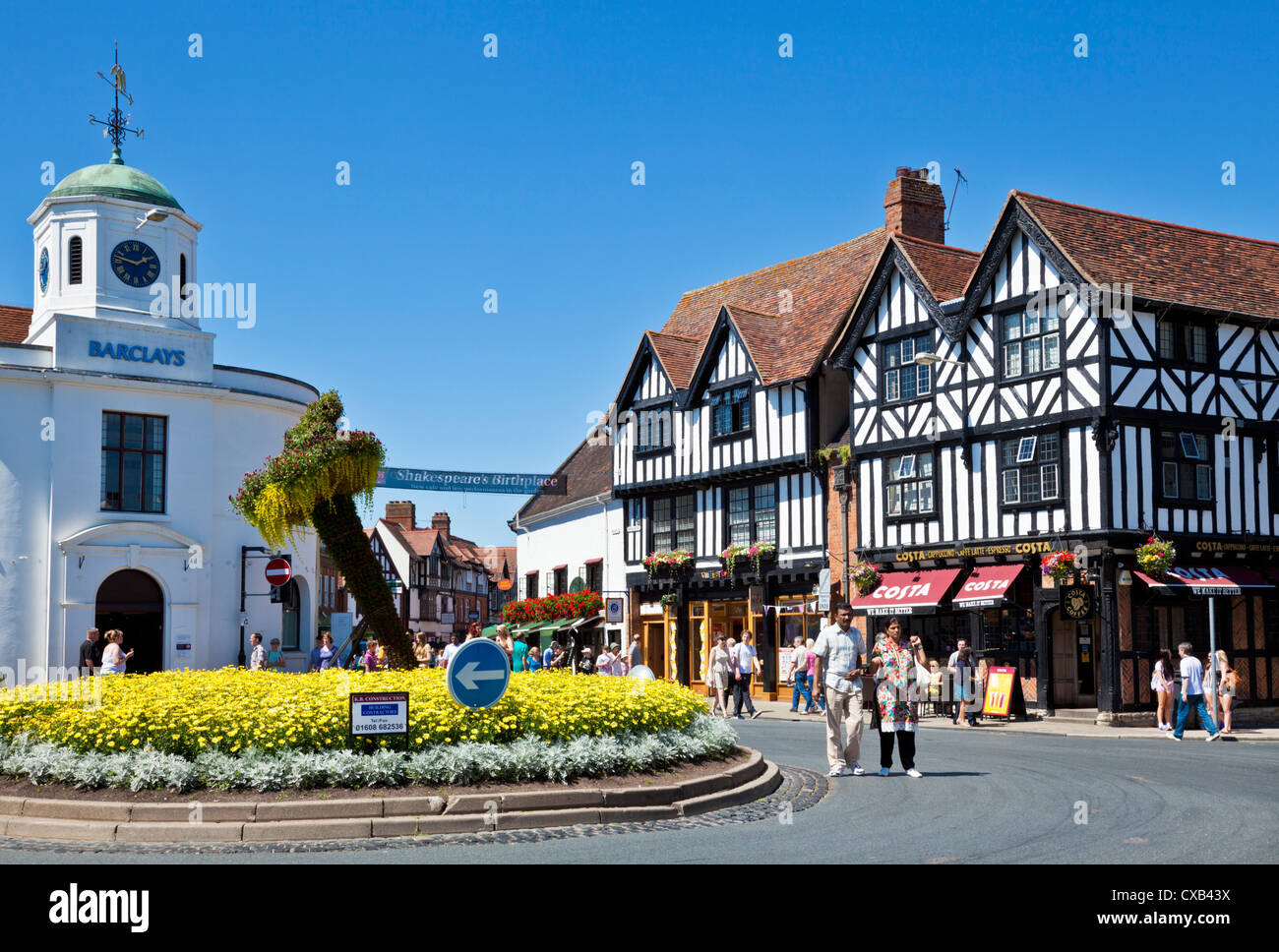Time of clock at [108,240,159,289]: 1:47
